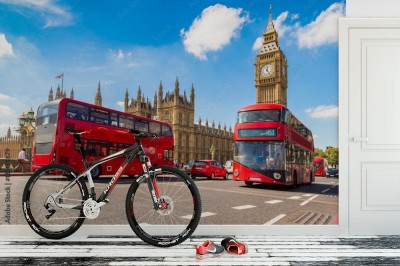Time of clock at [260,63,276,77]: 12:24
